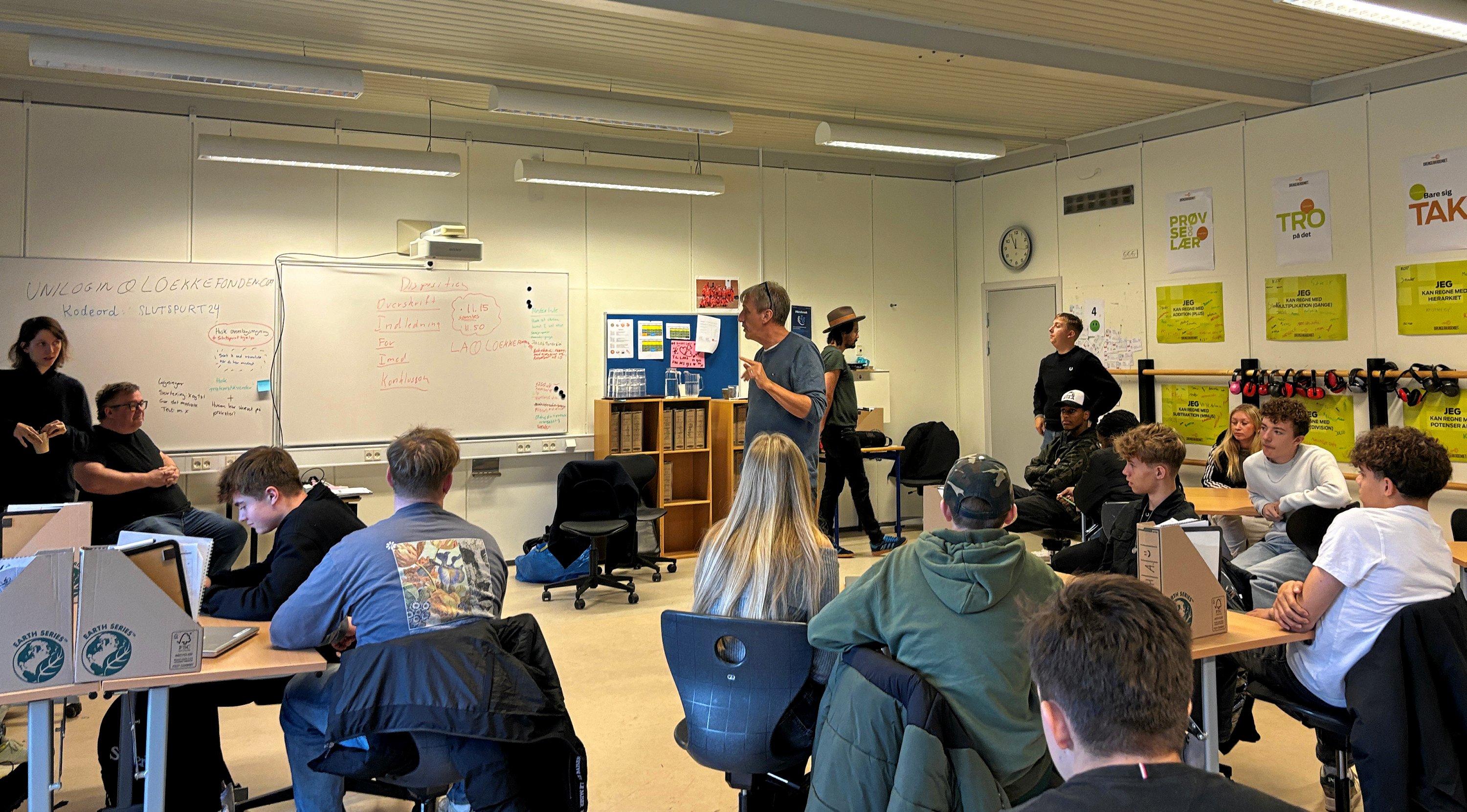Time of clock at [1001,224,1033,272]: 11:55
